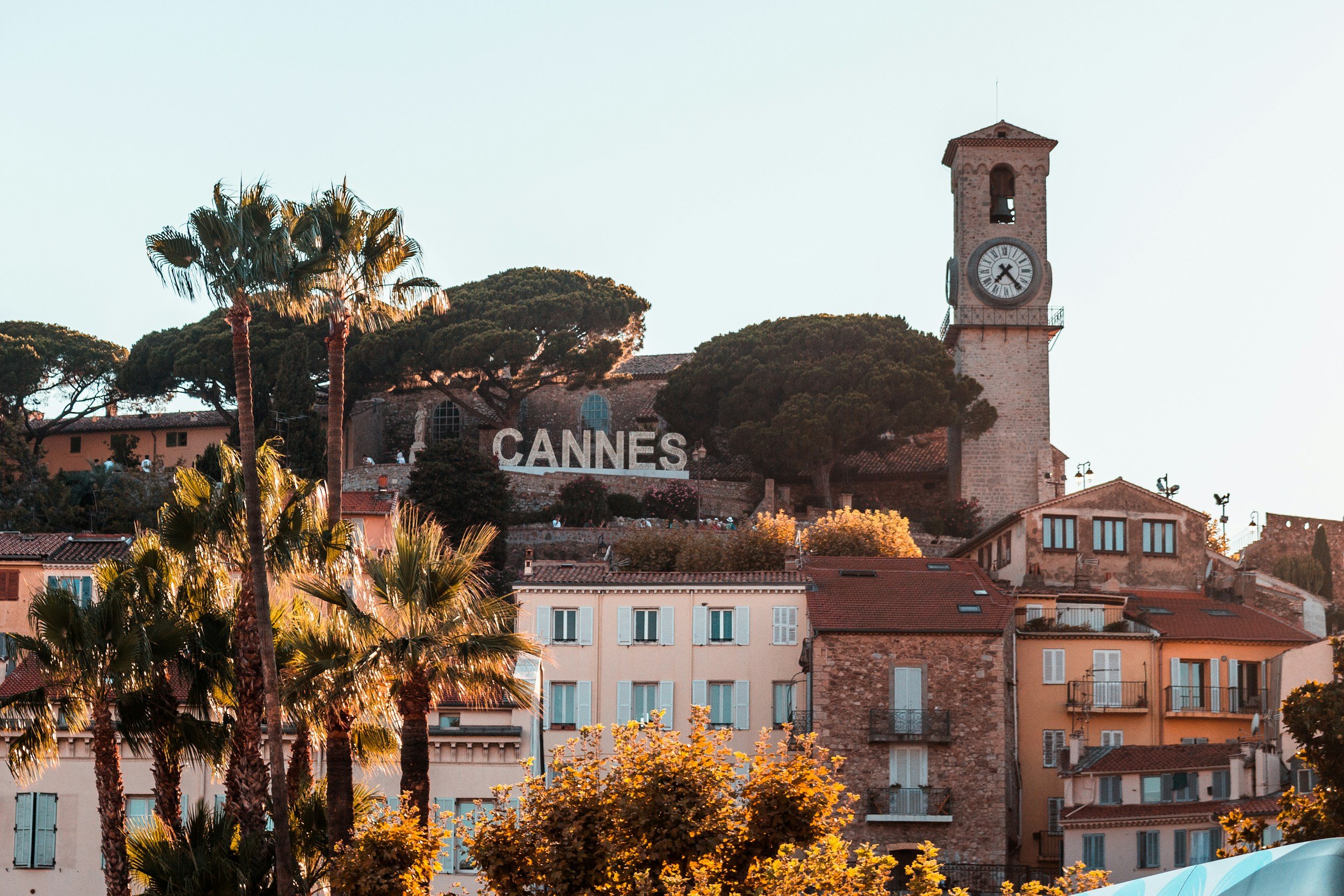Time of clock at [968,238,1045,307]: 7:23
